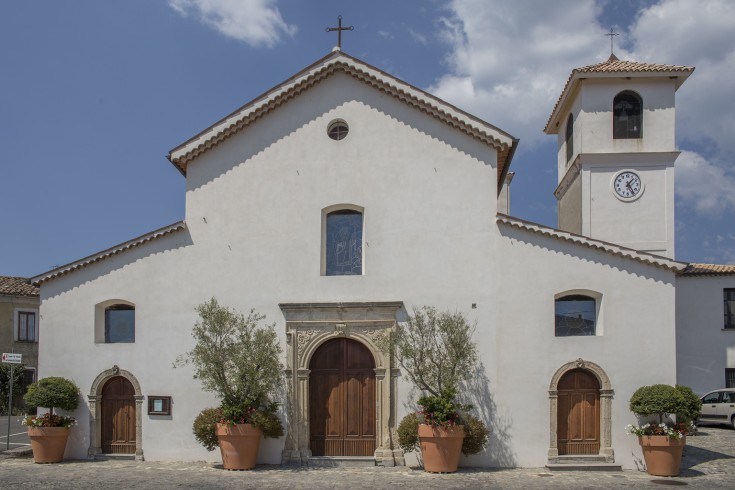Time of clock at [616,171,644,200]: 1:24
